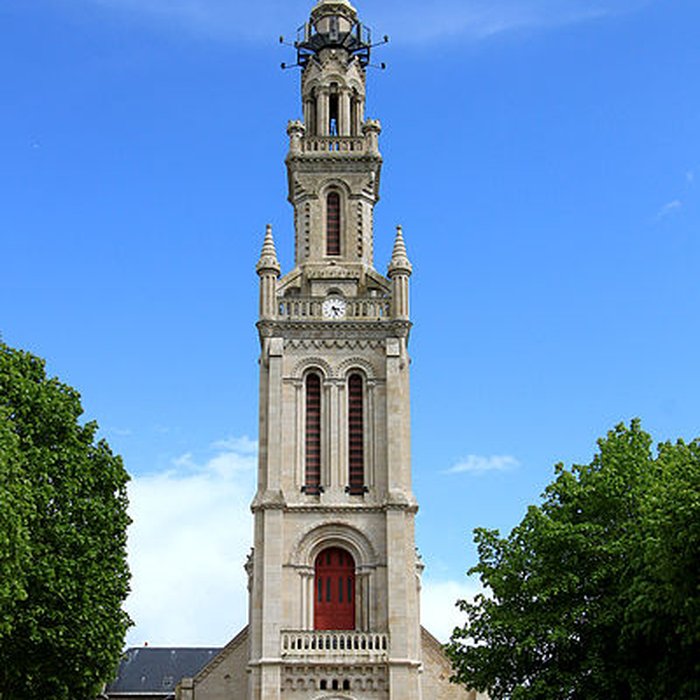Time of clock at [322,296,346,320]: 3:26
